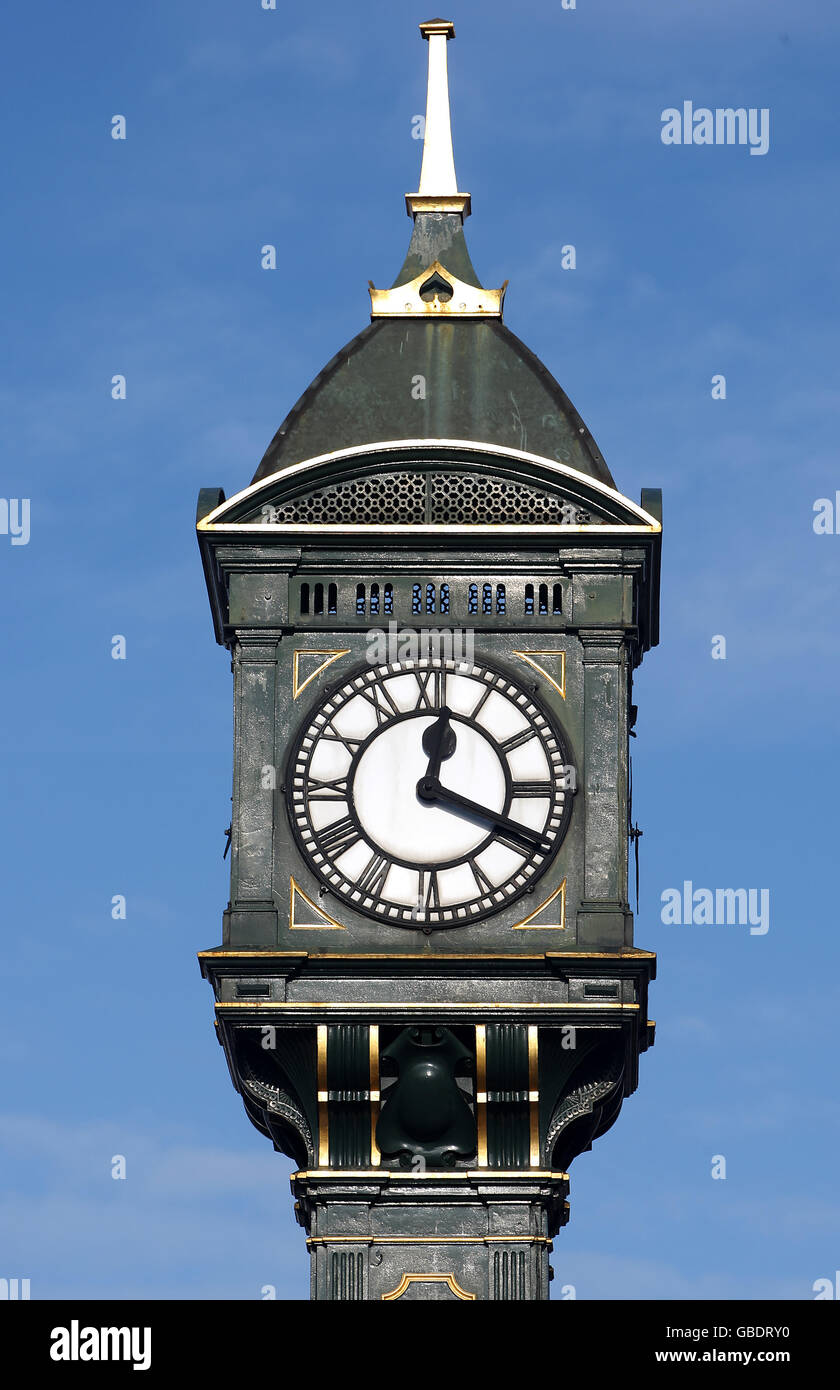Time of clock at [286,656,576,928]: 12:19
